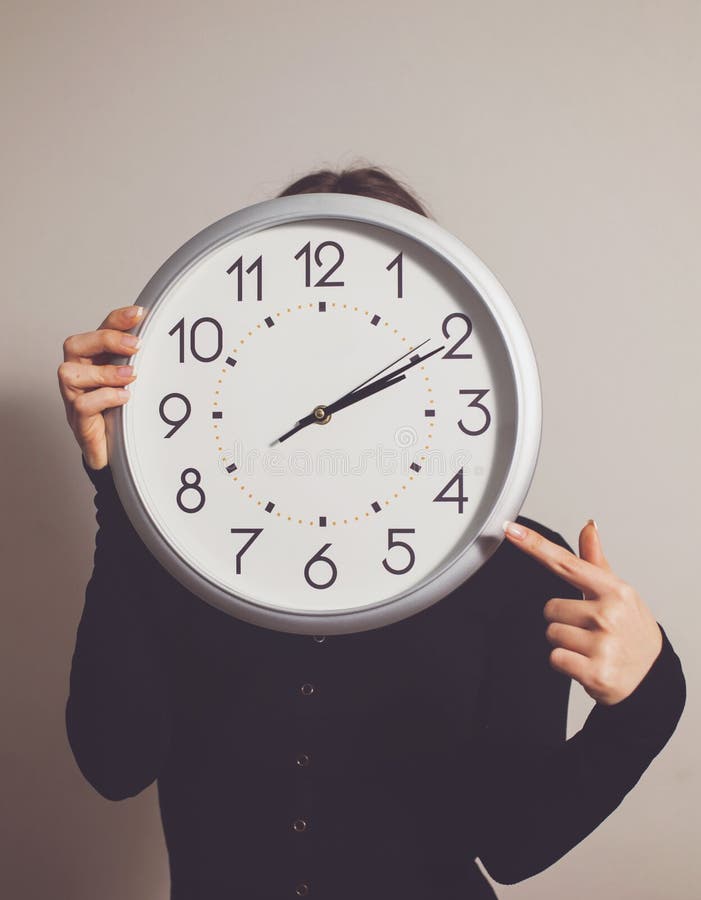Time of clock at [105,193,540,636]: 2:10
